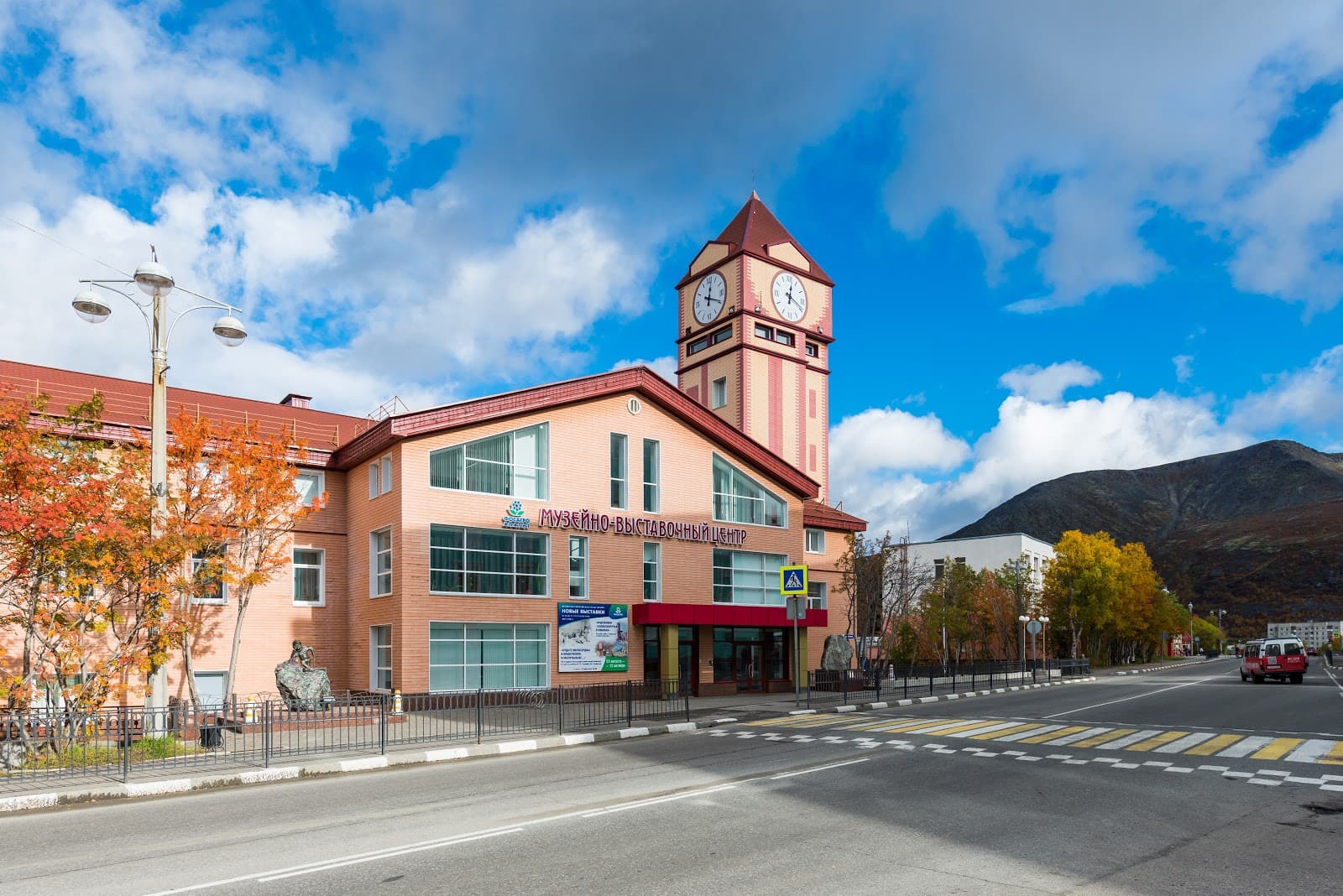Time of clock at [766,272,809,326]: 12:18
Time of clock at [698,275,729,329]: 12:19
